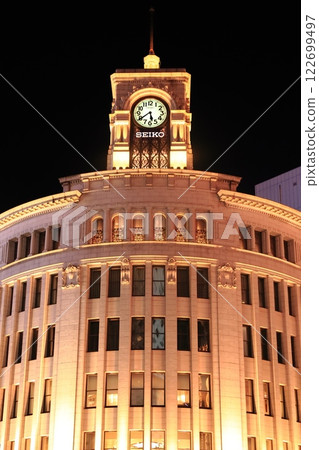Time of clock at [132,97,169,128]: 5:39
